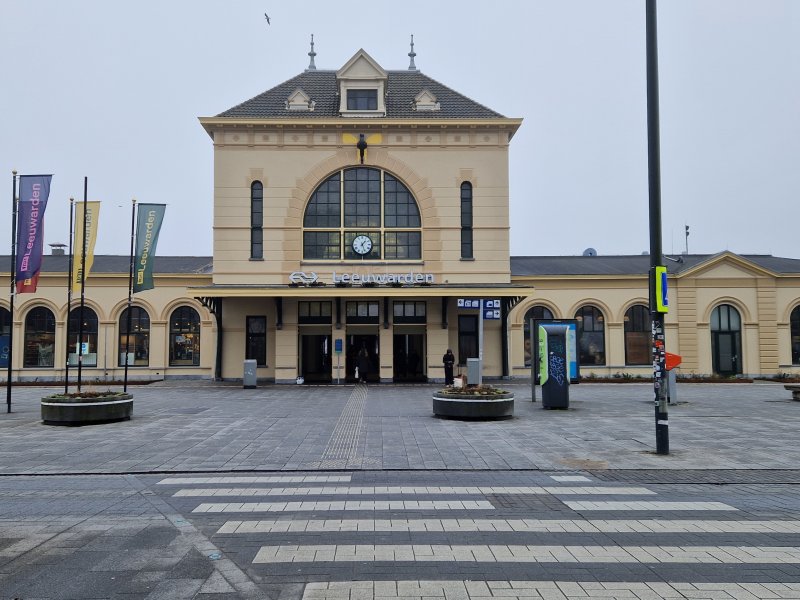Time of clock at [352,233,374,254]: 1:26
